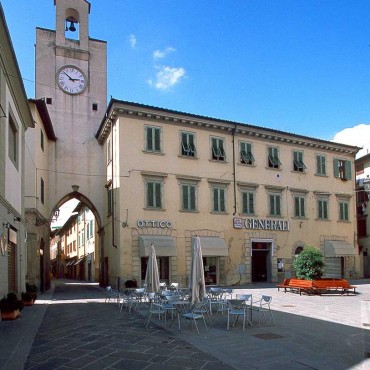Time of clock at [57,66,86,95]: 2:52
